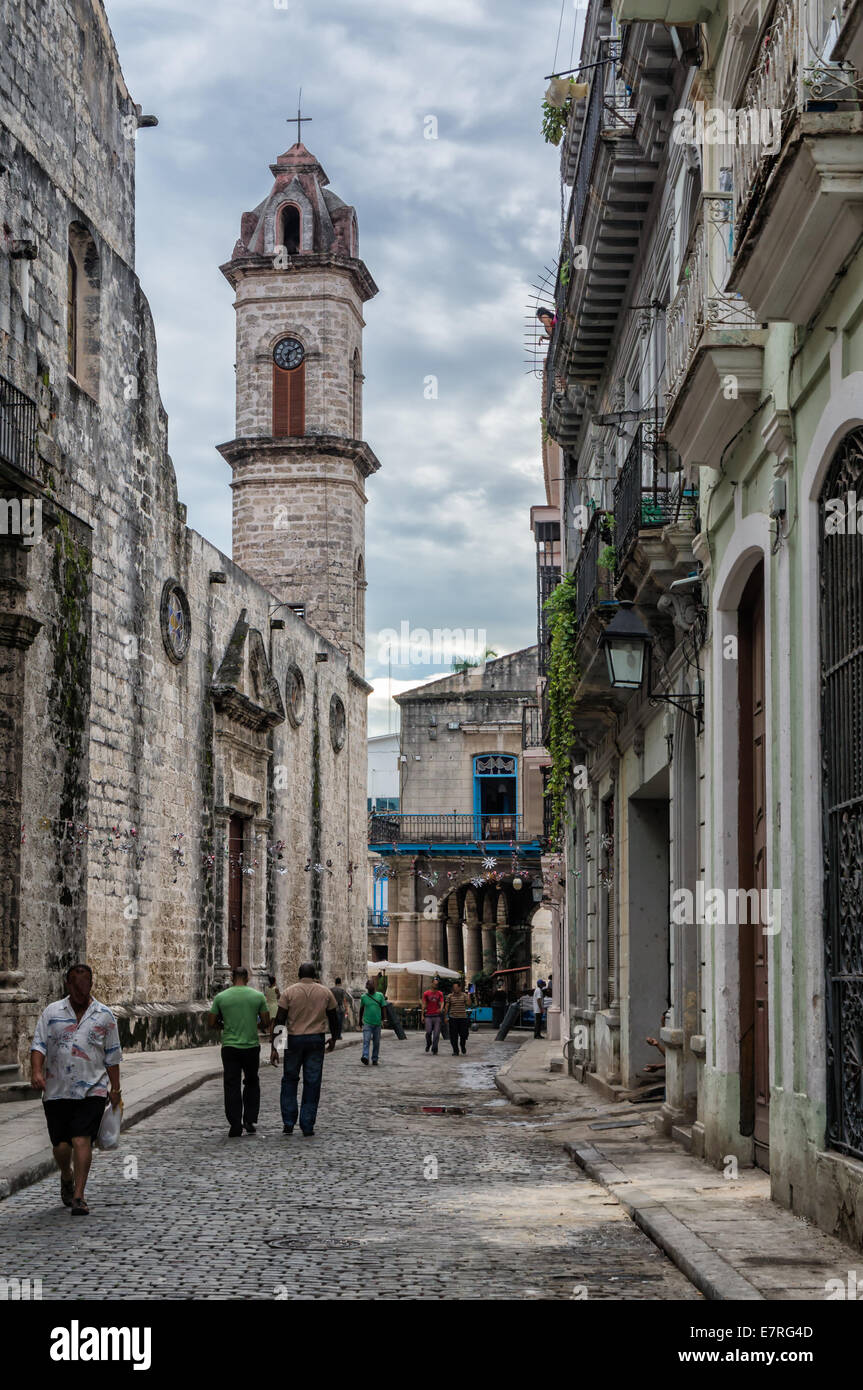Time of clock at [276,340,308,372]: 6:10
